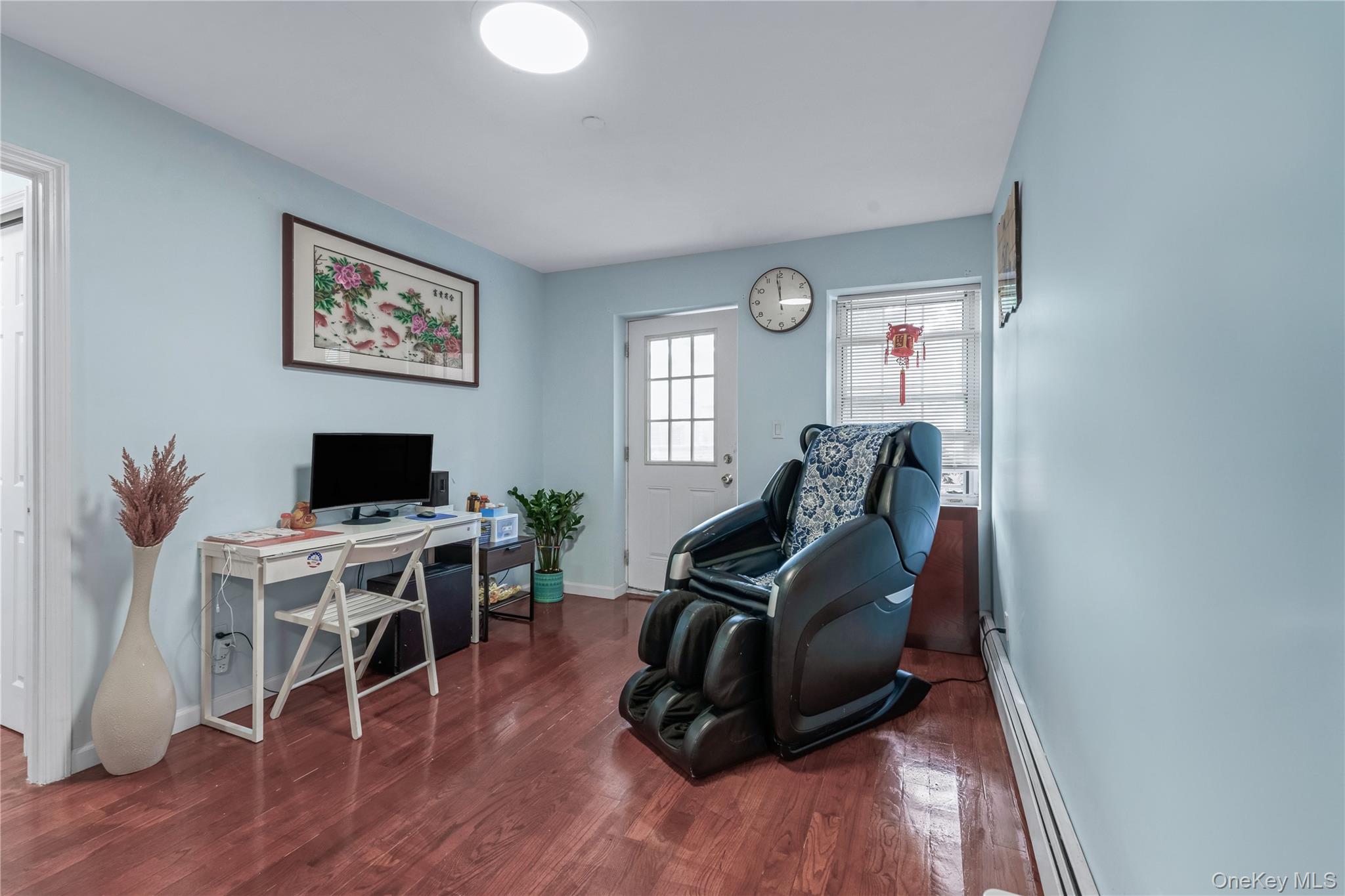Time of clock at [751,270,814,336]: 11:58
